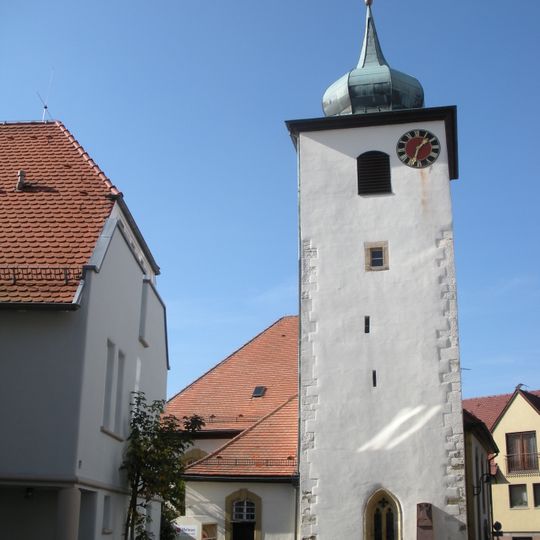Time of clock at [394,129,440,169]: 1:32
